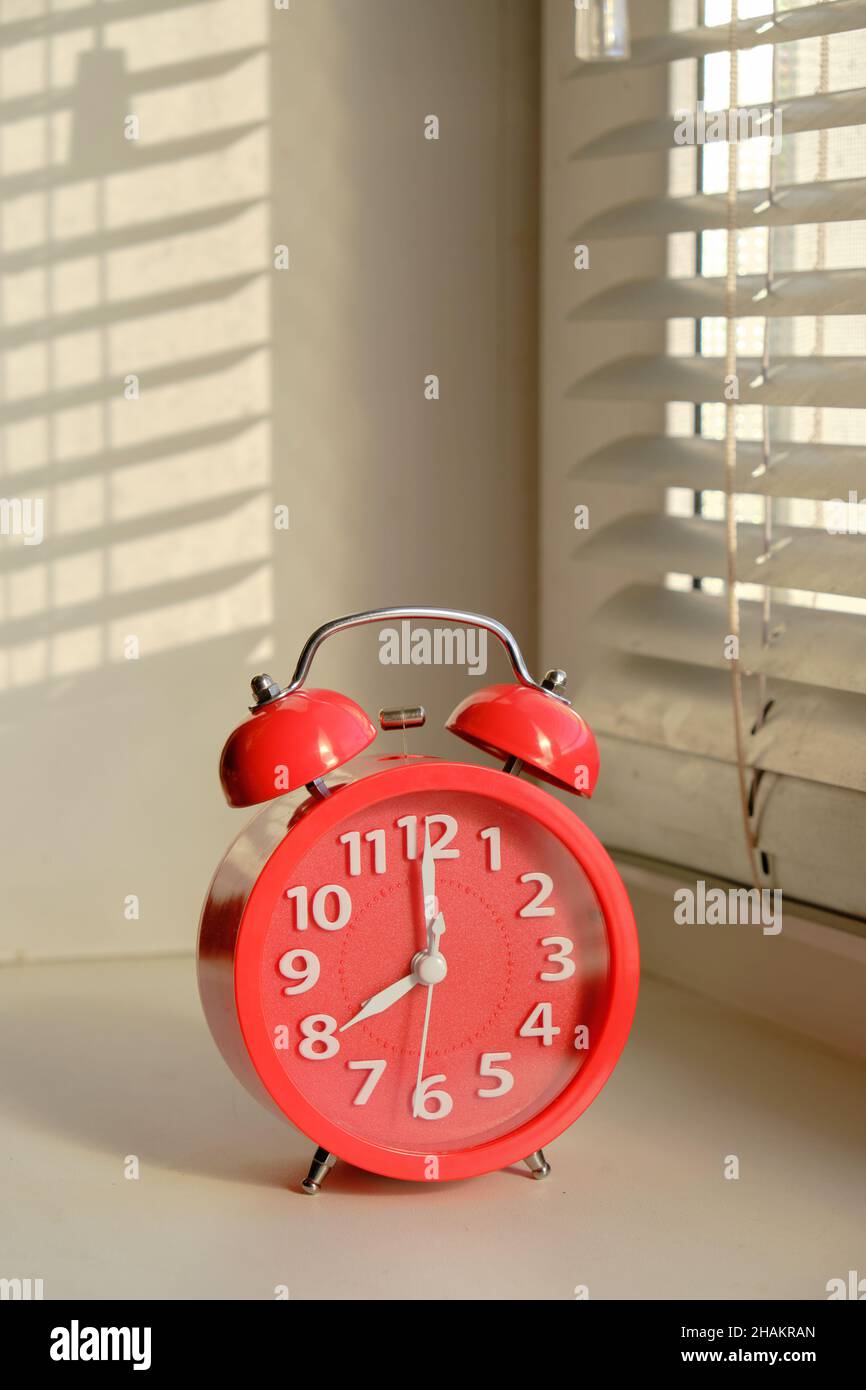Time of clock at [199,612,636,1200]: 8:00
